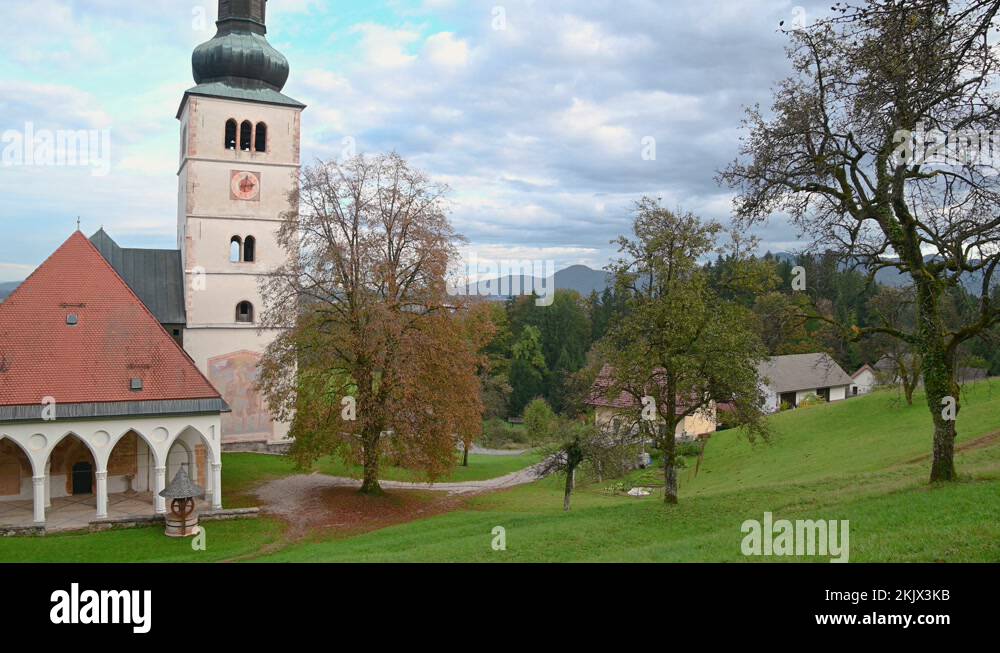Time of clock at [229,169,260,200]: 3:01
